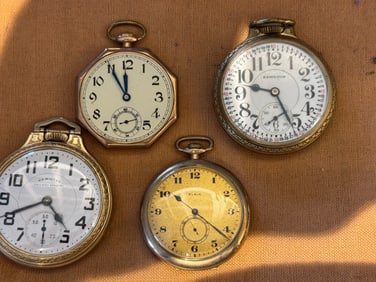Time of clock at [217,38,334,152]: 9:26
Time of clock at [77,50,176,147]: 11:55
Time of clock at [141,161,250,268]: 10:21
